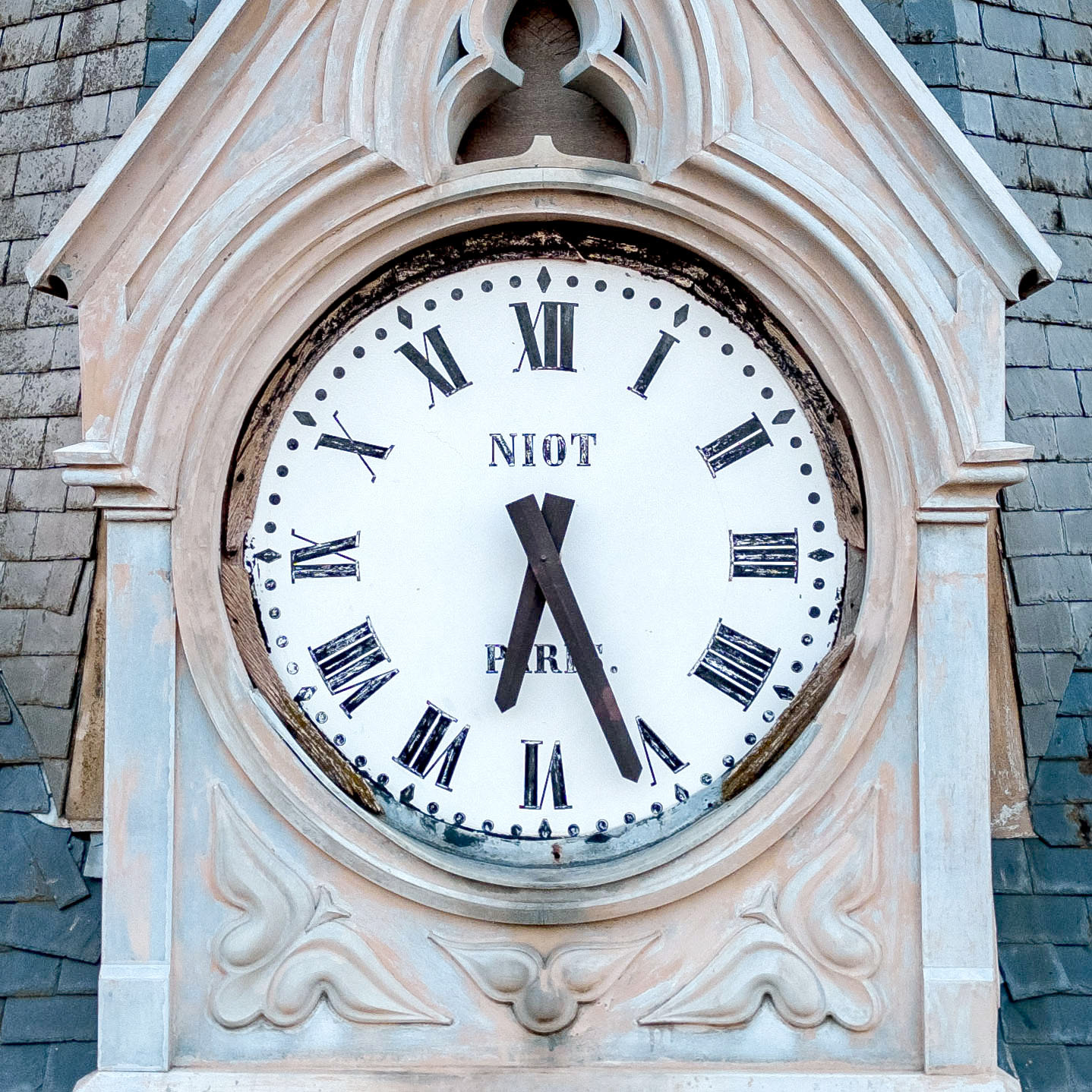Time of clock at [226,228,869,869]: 6:26
